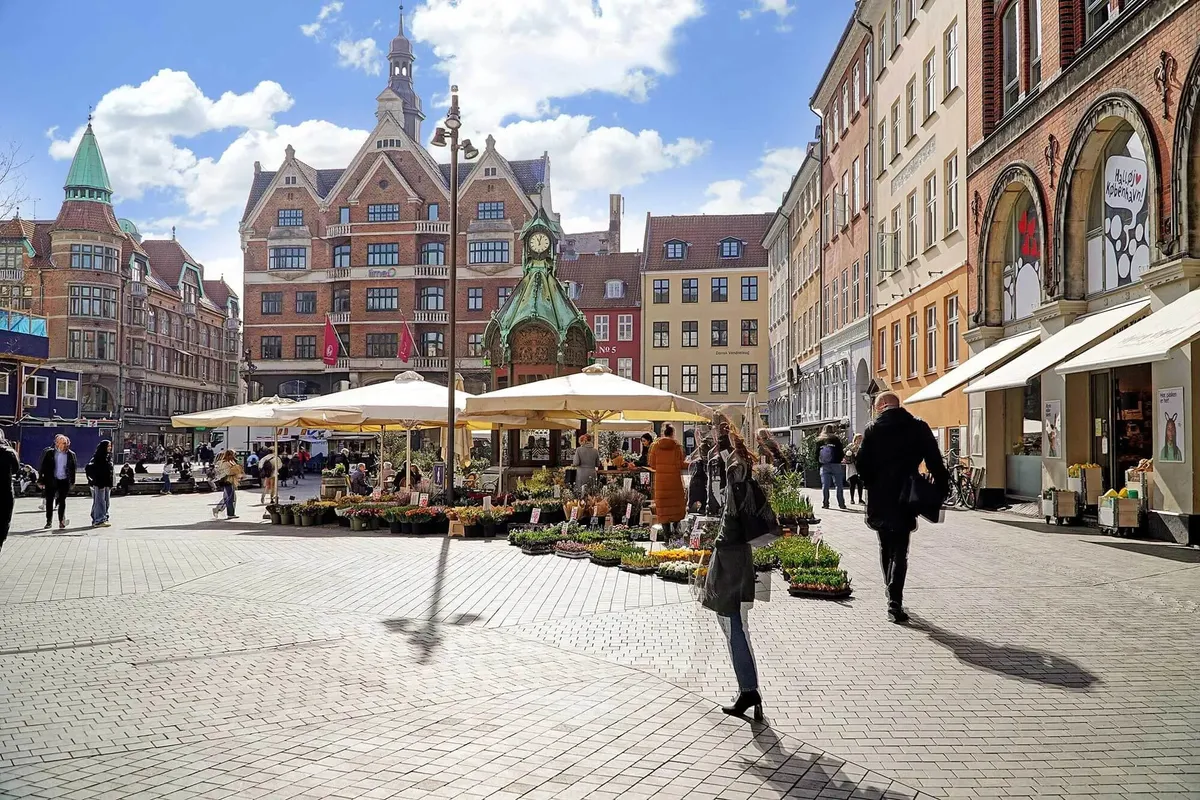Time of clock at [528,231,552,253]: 11:02
